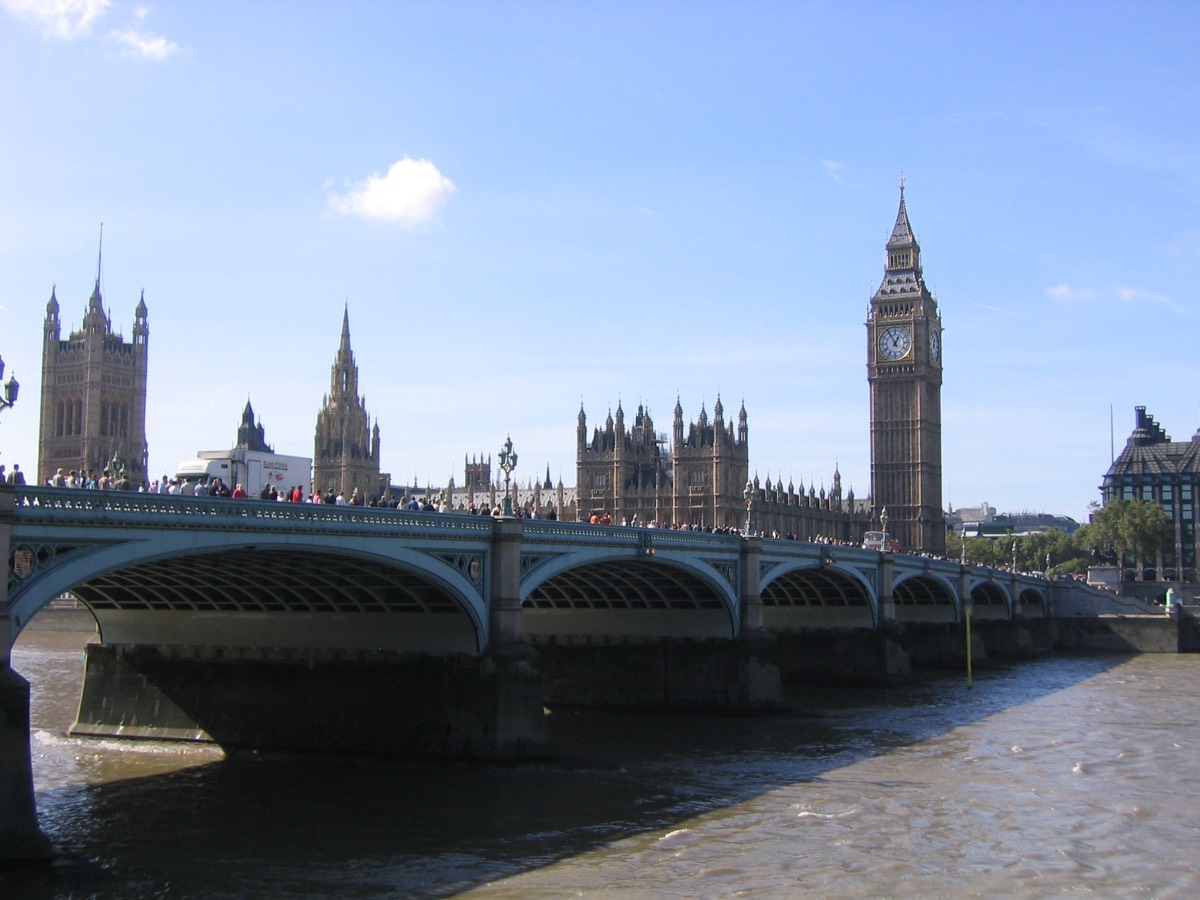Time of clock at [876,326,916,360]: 12:55
